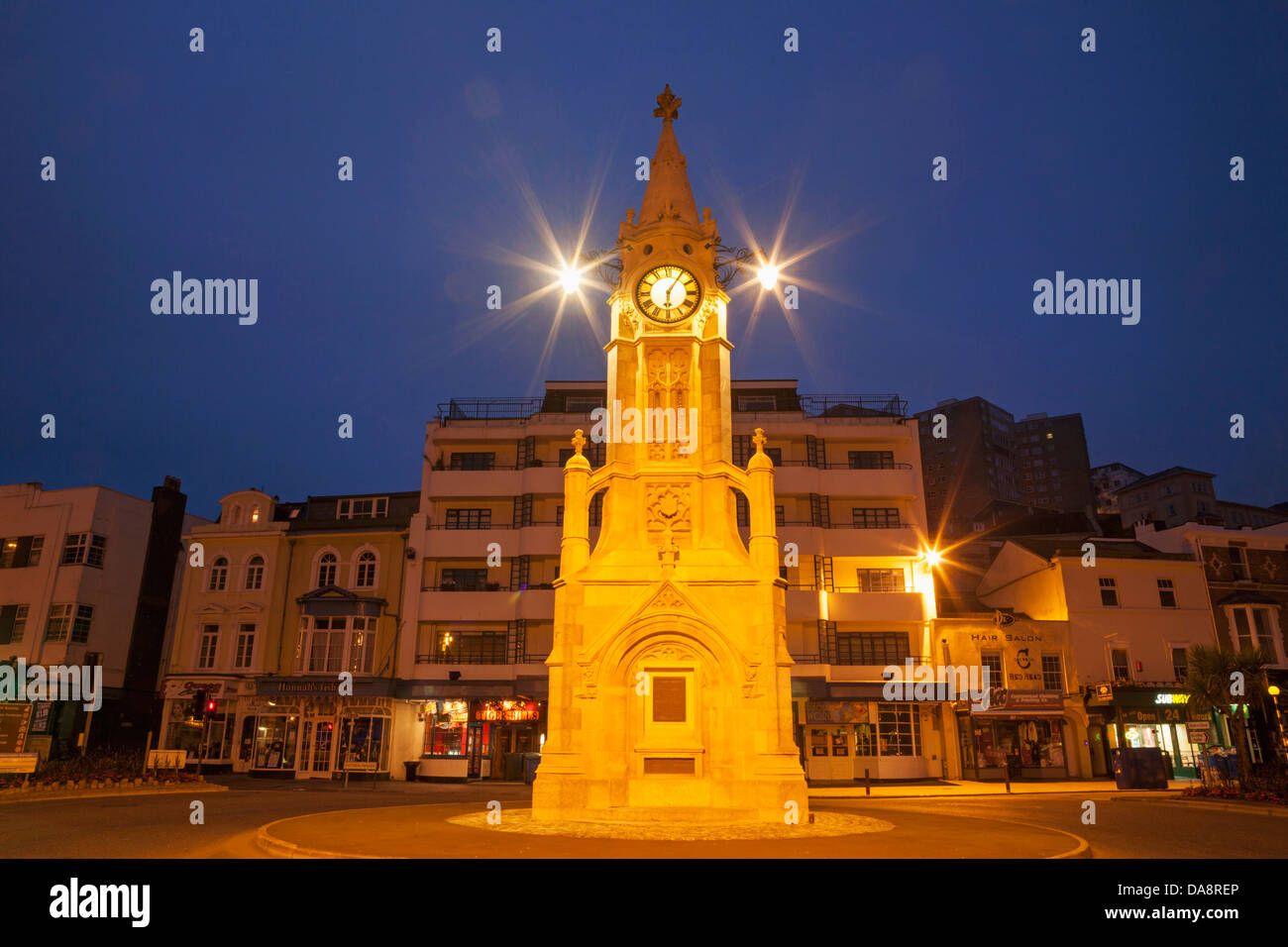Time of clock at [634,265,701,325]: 6:05
